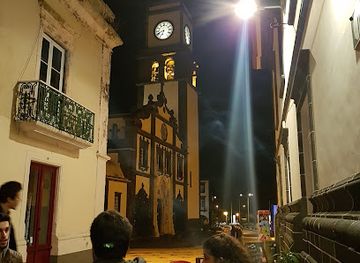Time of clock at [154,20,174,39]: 6:41
